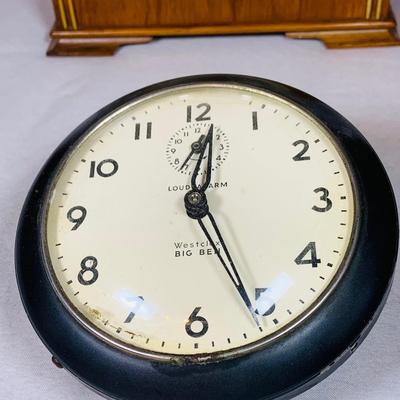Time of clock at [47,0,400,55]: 12:01
